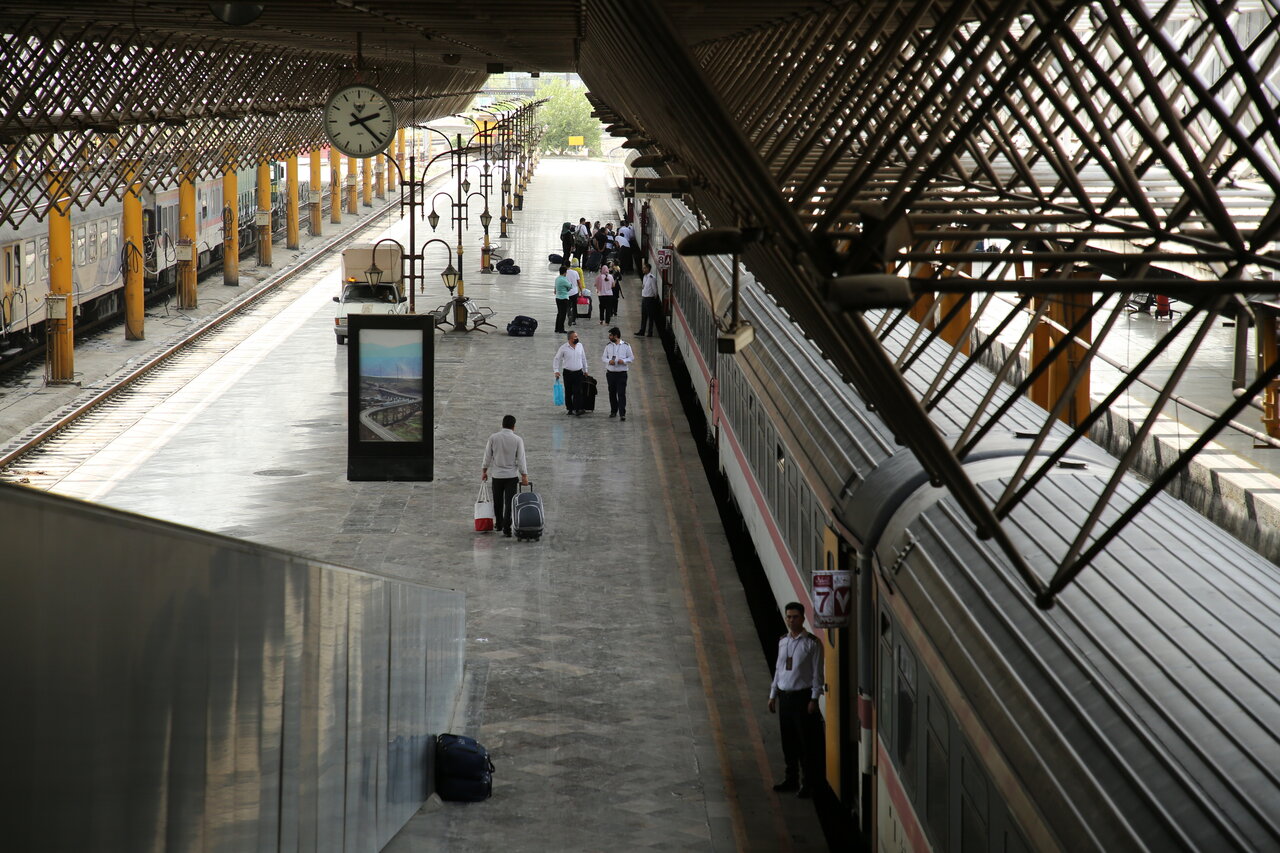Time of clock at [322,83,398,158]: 2:22
